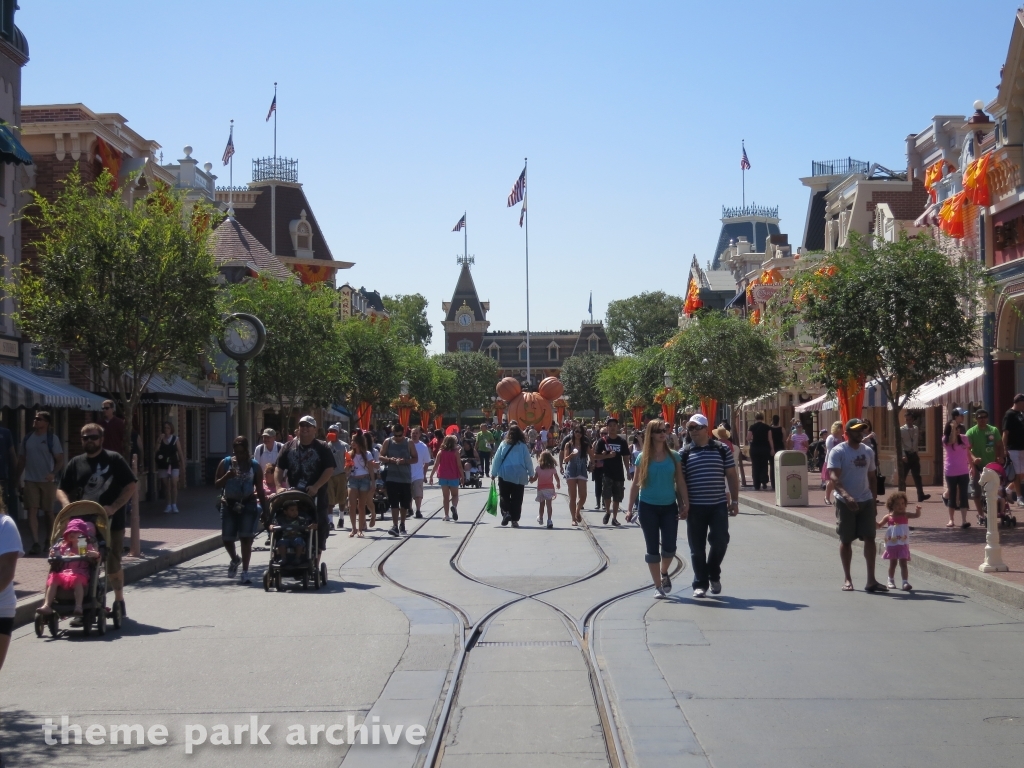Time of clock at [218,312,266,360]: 11:26
